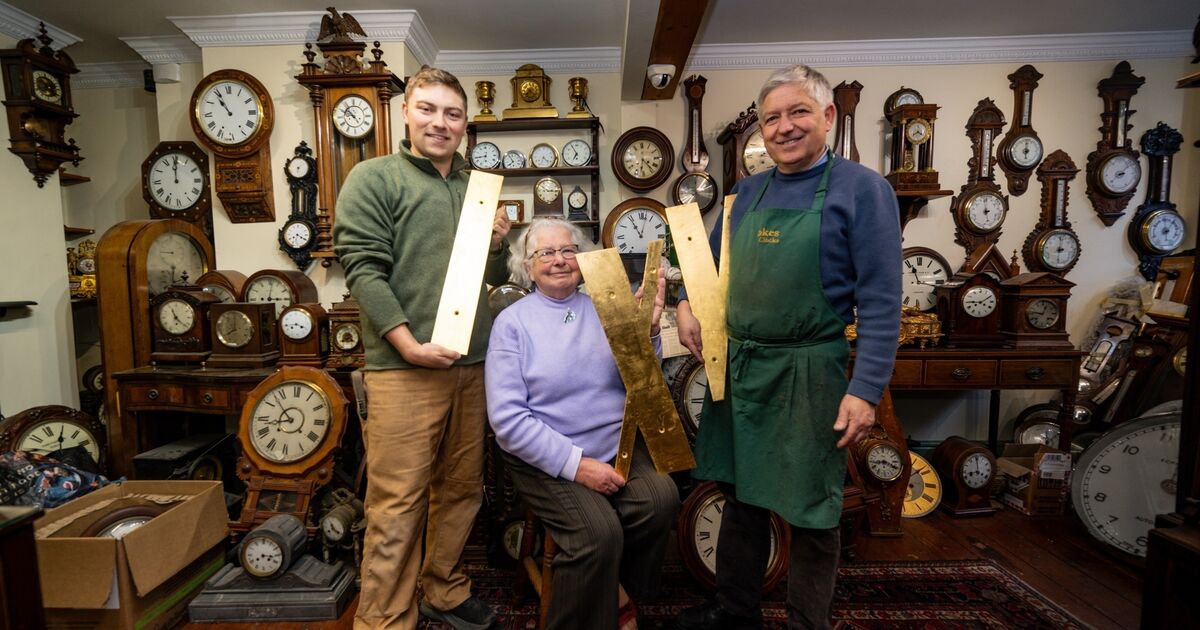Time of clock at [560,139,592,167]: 6:55
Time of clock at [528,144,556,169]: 4:33
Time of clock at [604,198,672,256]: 11:02
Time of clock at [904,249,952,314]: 11:16
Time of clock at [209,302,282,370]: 8:00
